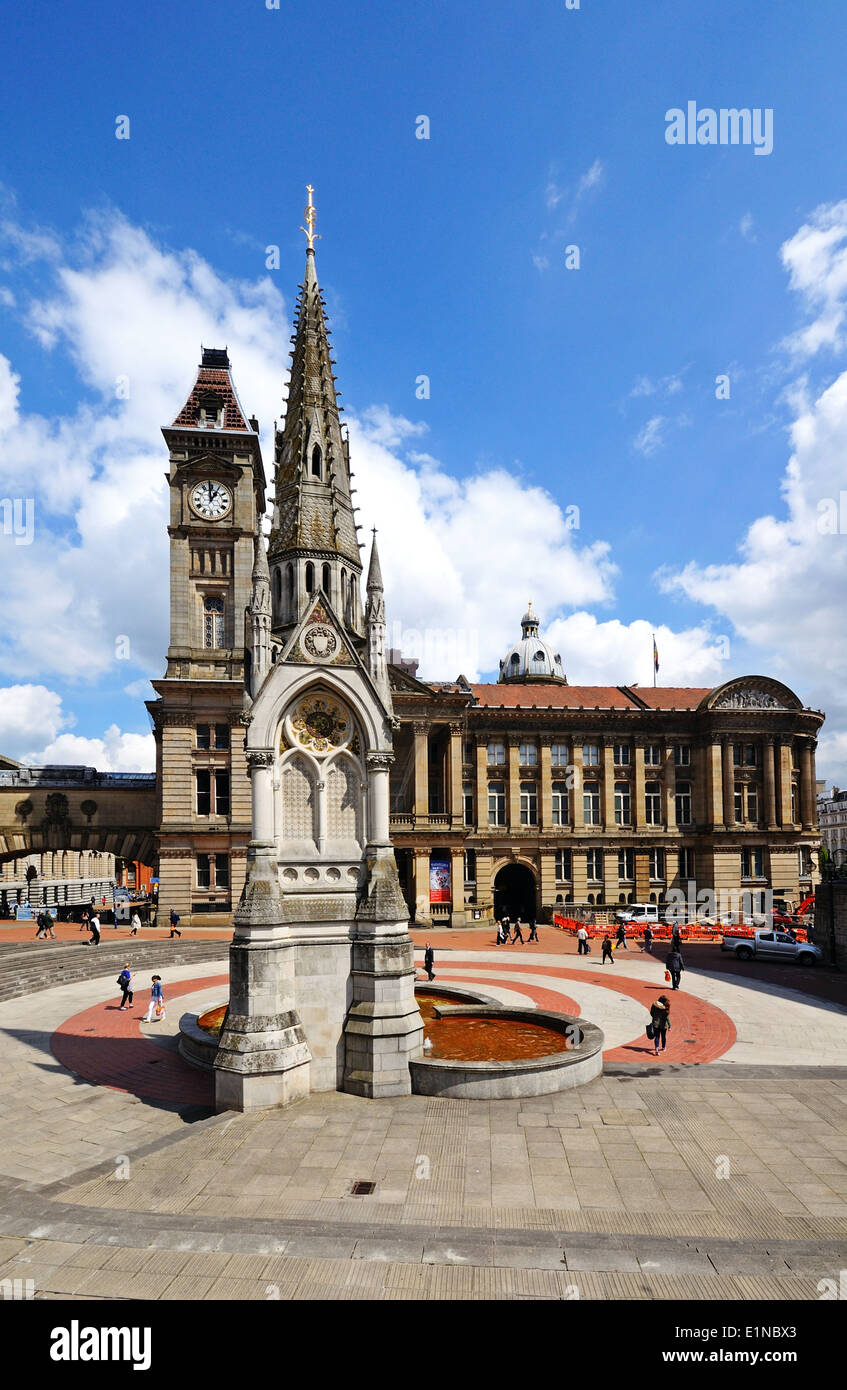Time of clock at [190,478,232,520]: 12:59
